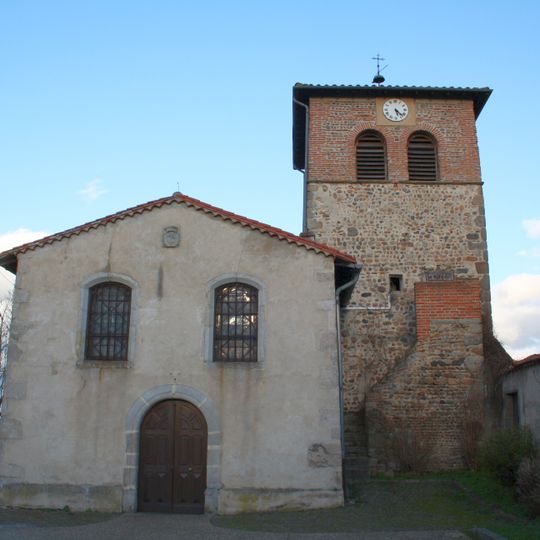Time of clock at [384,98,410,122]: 5:22
